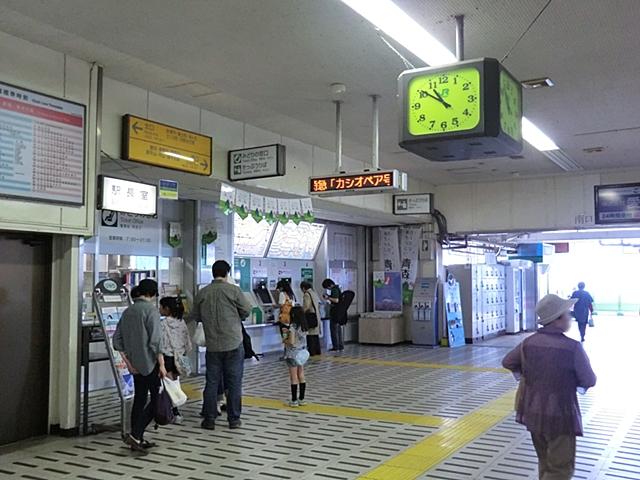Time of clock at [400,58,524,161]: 10:50
